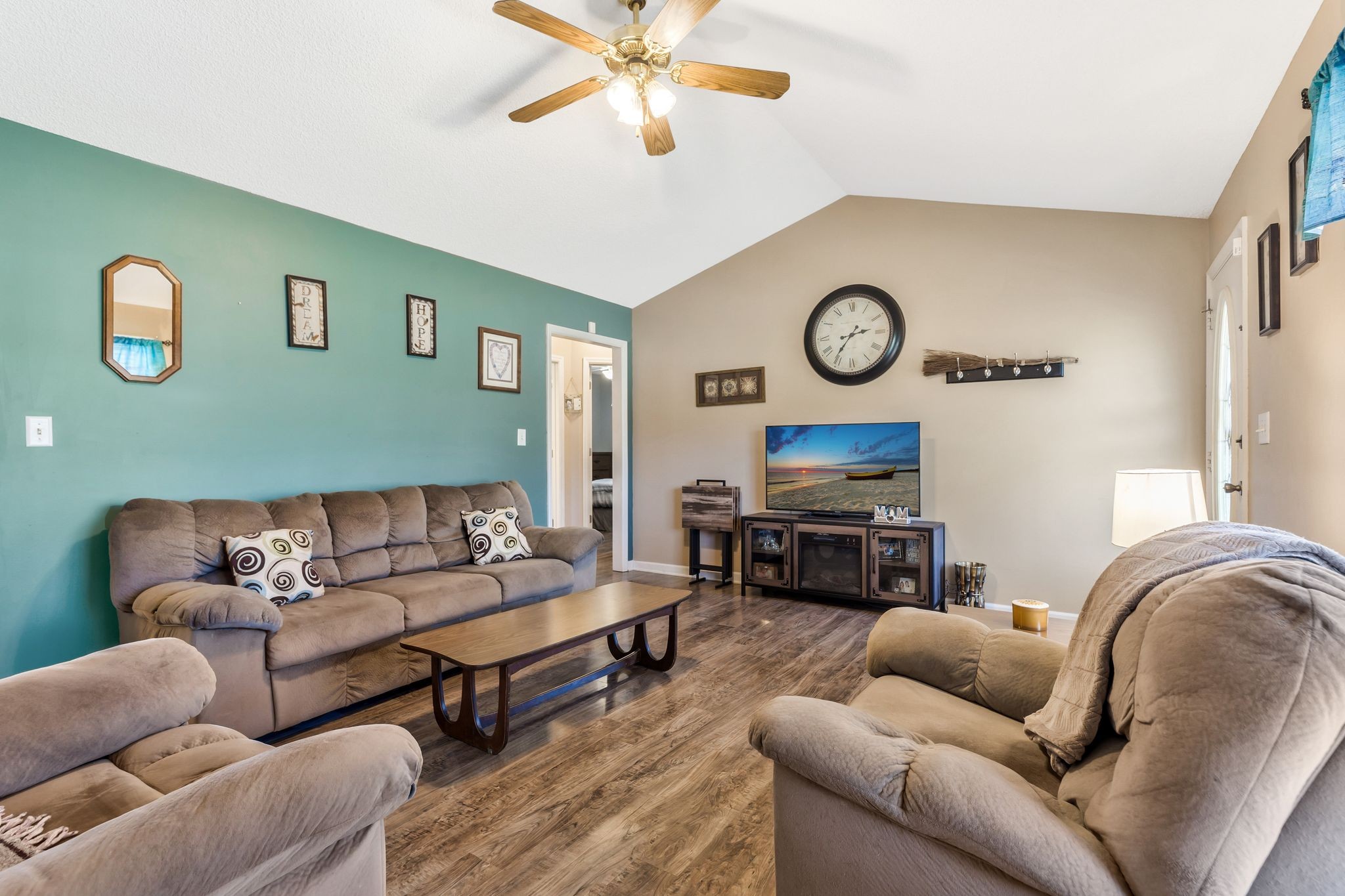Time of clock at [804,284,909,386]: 2:36
